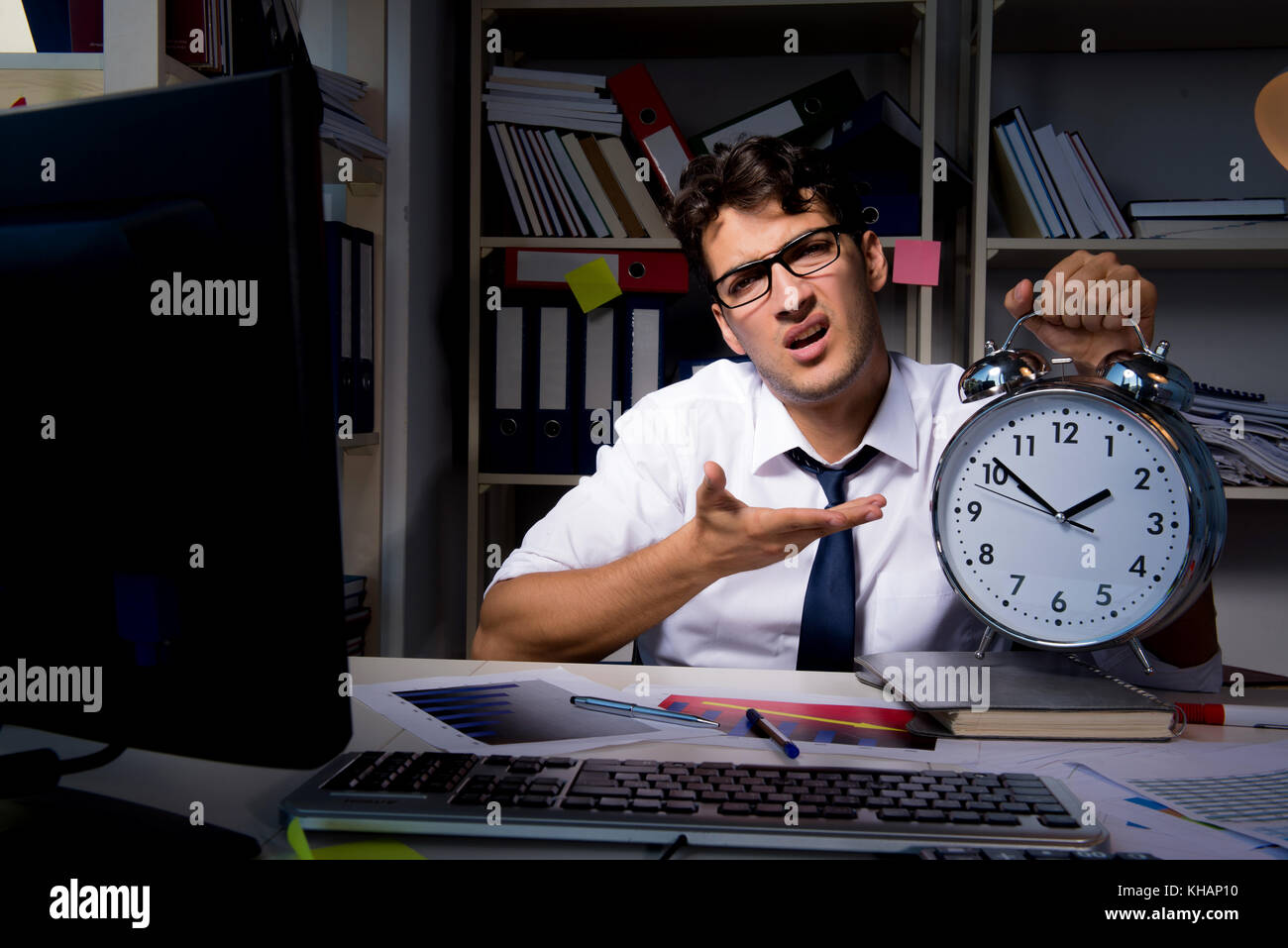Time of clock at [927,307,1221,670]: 1:51
